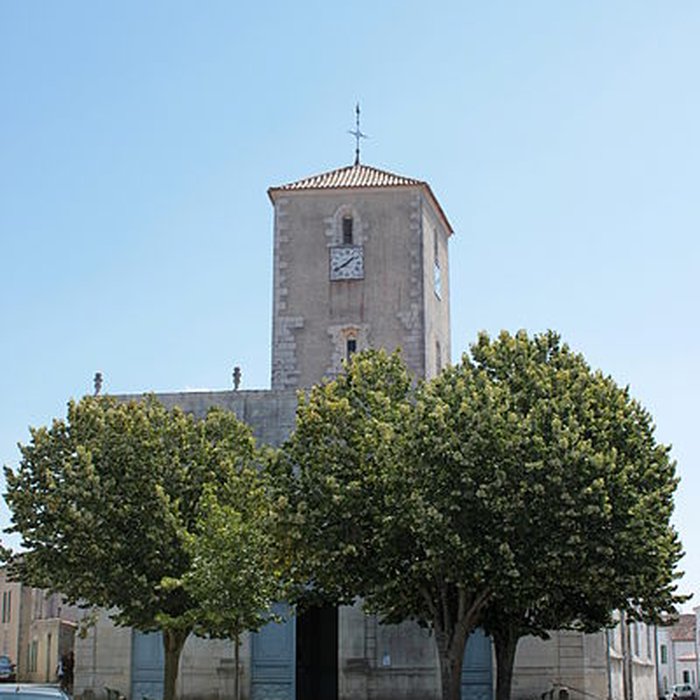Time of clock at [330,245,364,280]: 1:39
